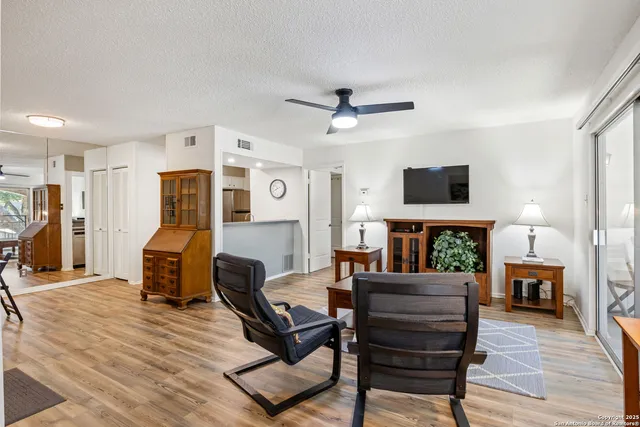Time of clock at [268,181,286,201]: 8:11
